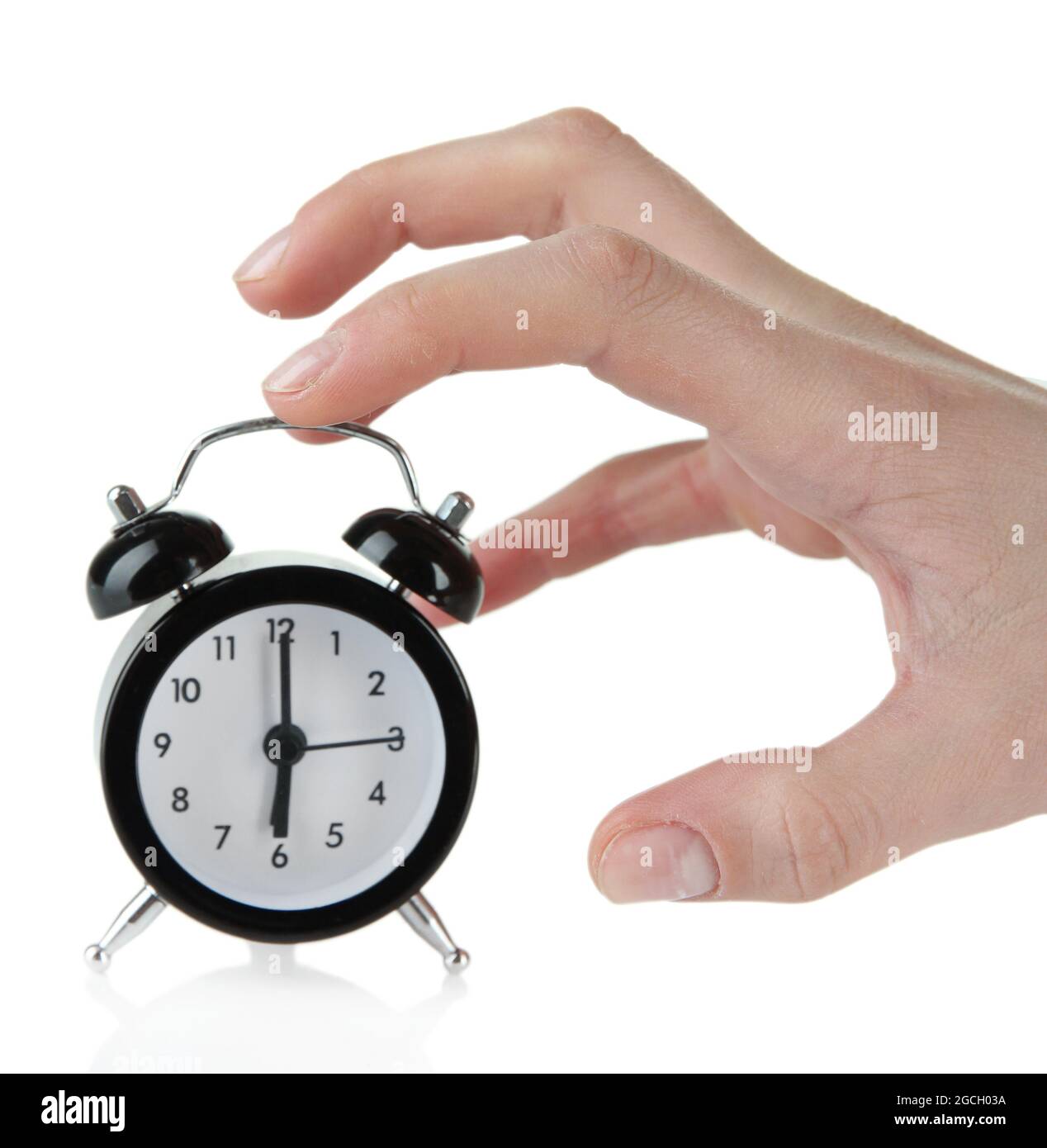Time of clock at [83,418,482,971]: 6:00
